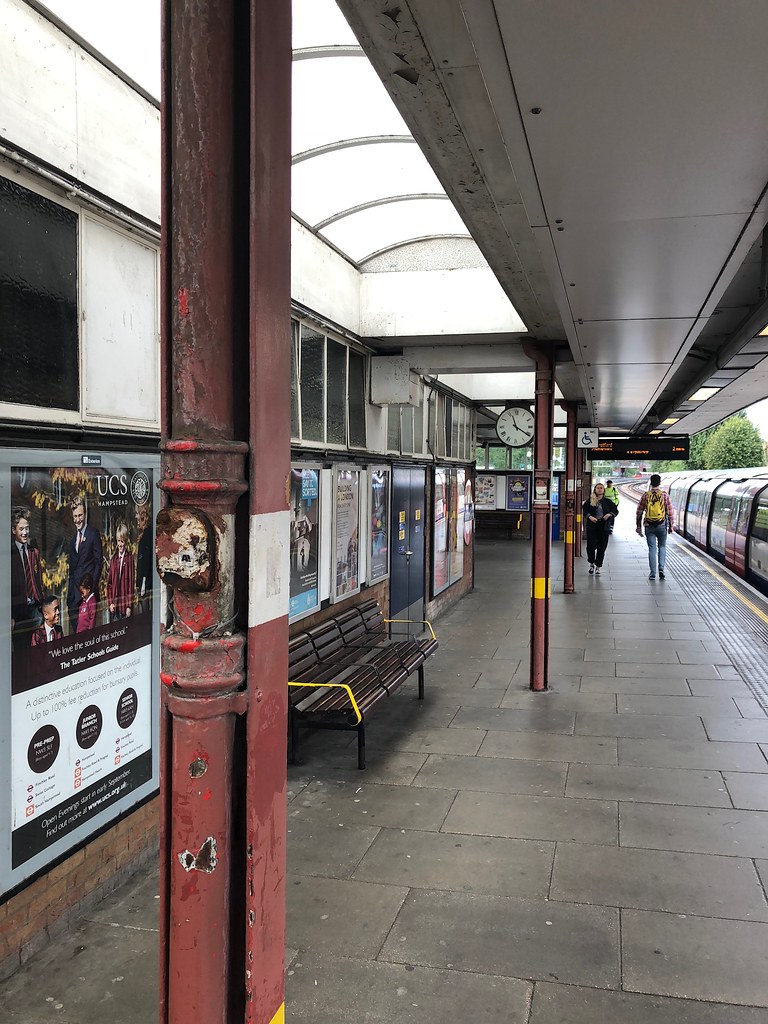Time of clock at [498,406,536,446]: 11:20
